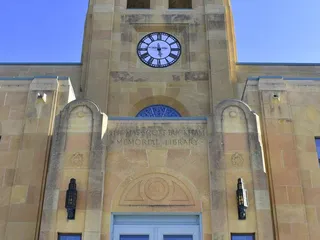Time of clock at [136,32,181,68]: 5:46
